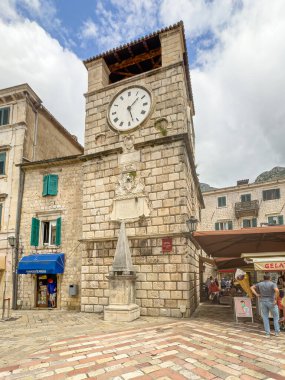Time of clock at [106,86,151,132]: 1:27
